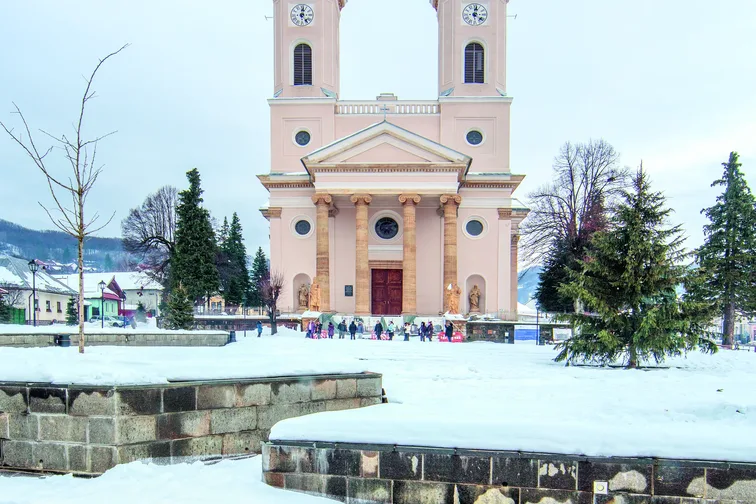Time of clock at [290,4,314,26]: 12:23
